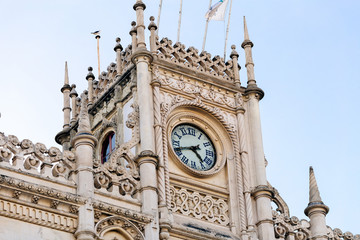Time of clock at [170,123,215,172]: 4:41
